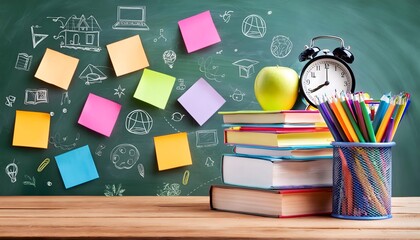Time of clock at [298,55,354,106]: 8:00
